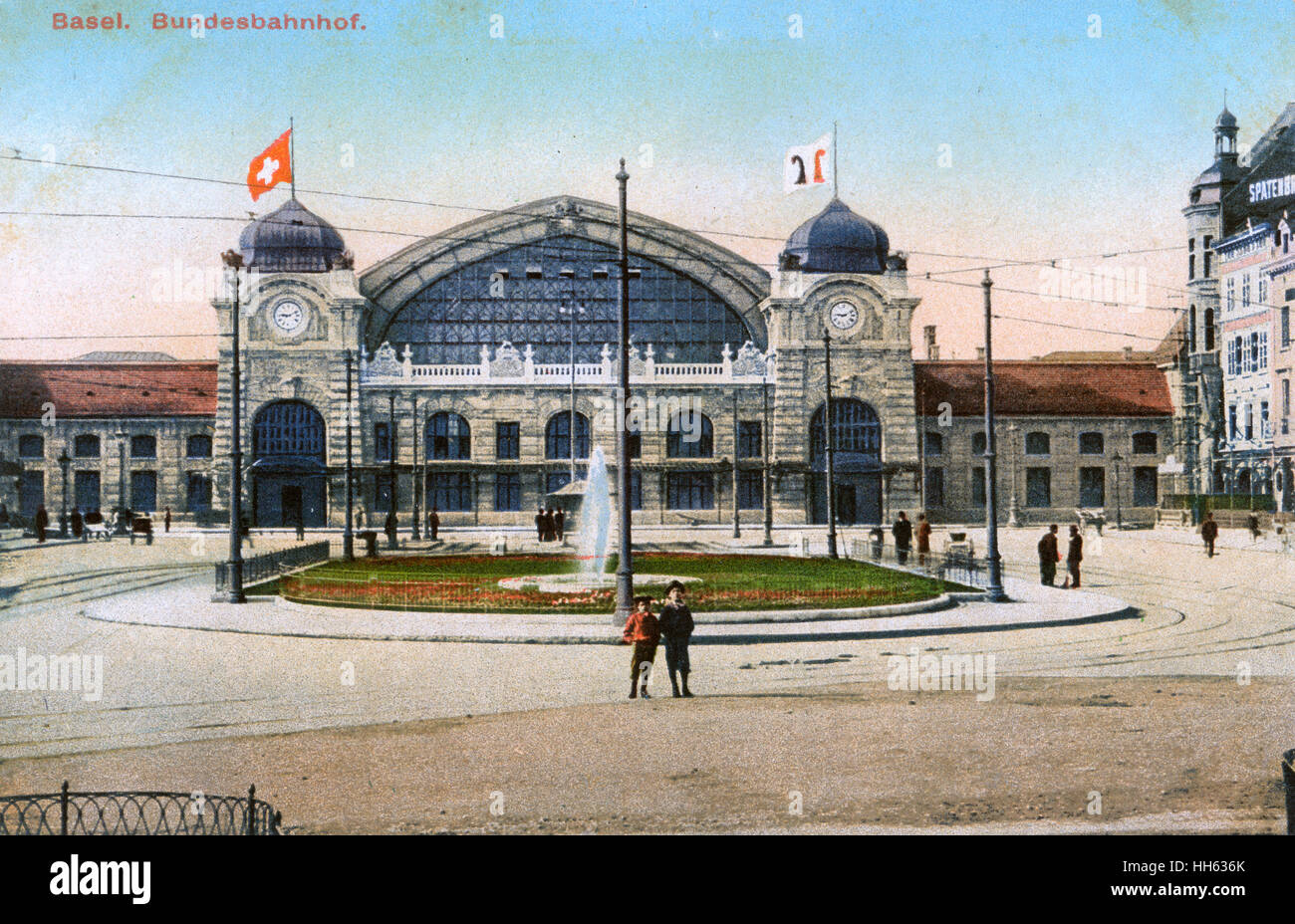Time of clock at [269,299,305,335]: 9:10
